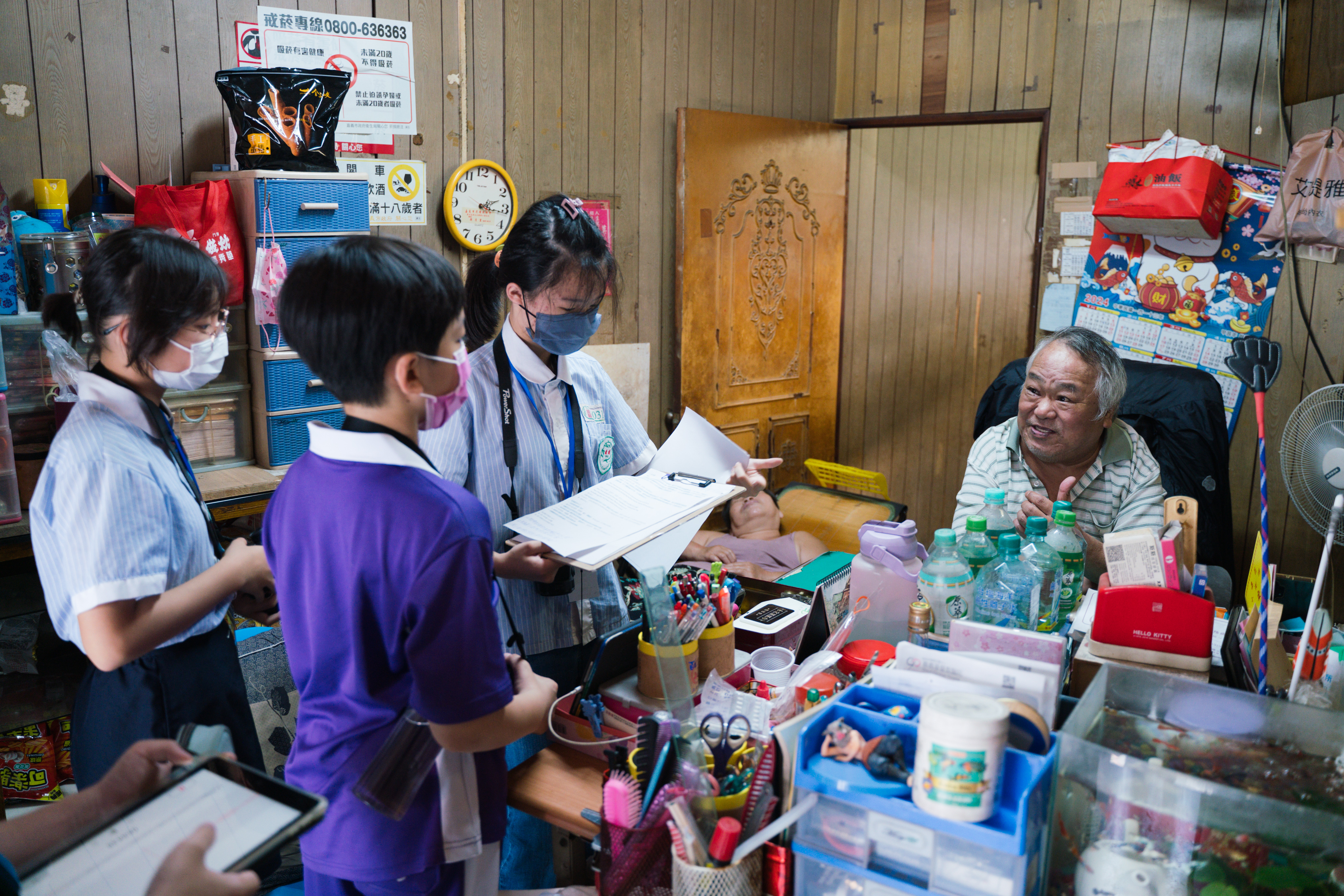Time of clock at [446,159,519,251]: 2:16
